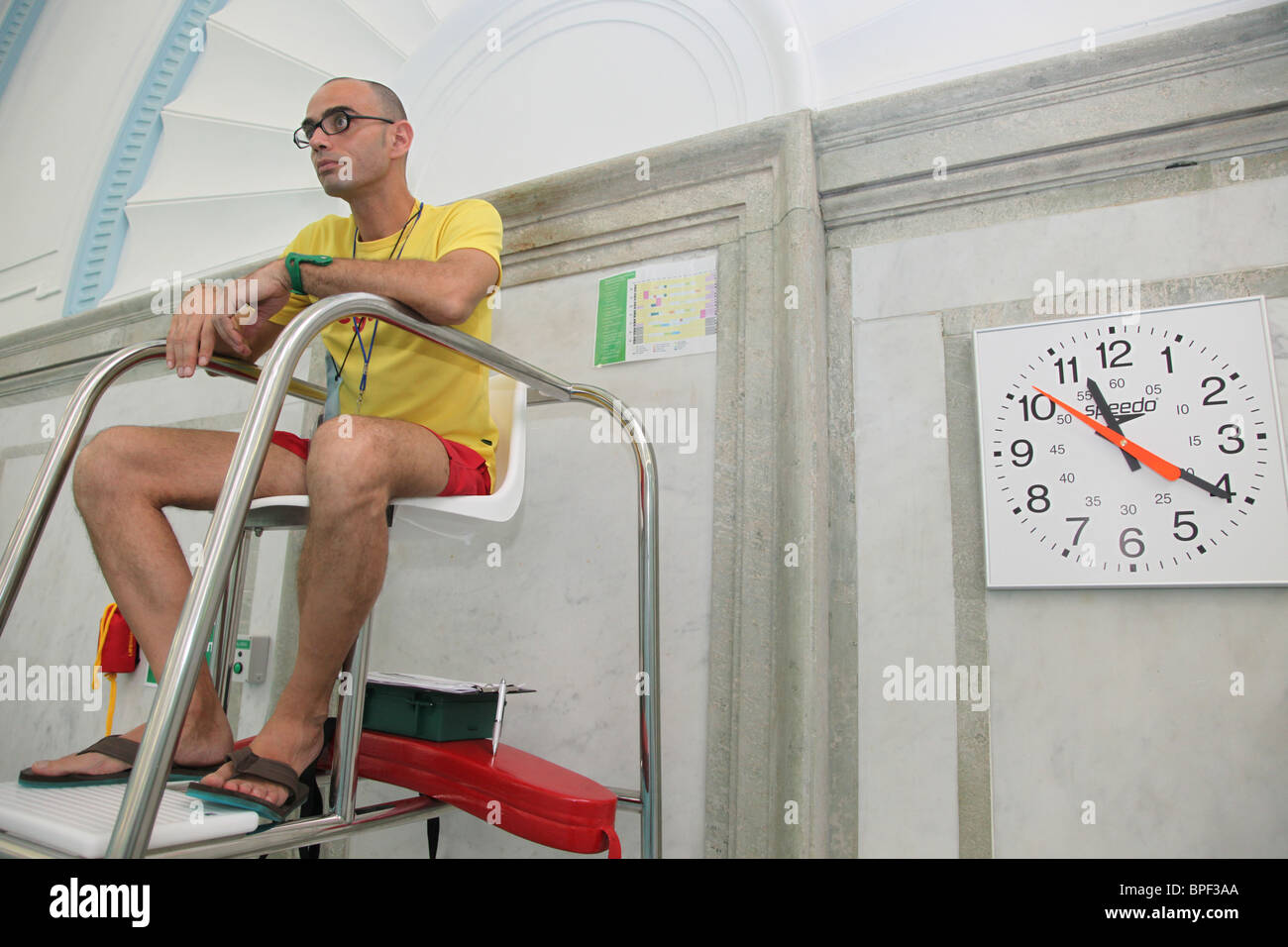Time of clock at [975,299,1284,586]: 11:20
